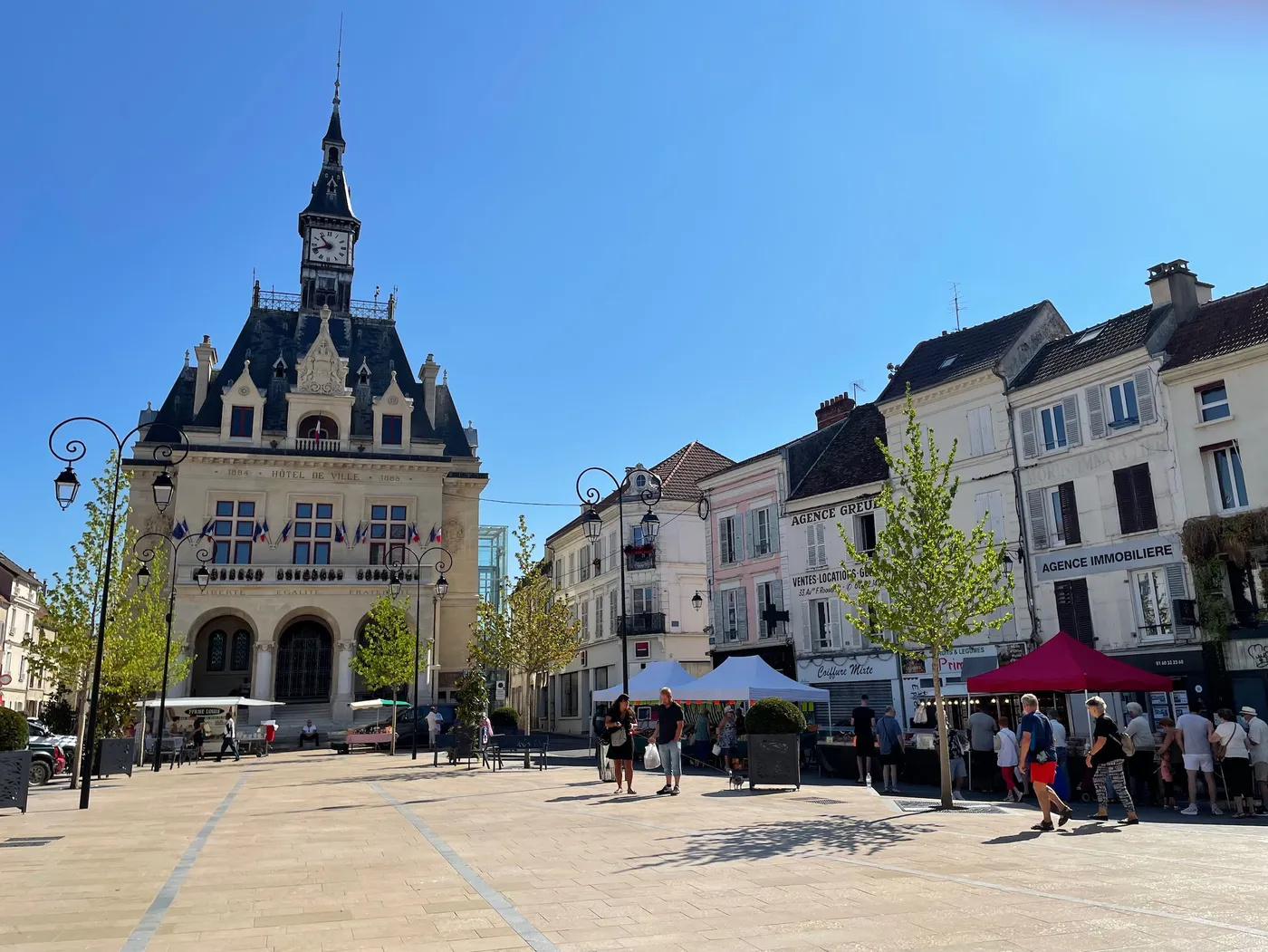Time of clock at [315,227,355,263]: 10:41
